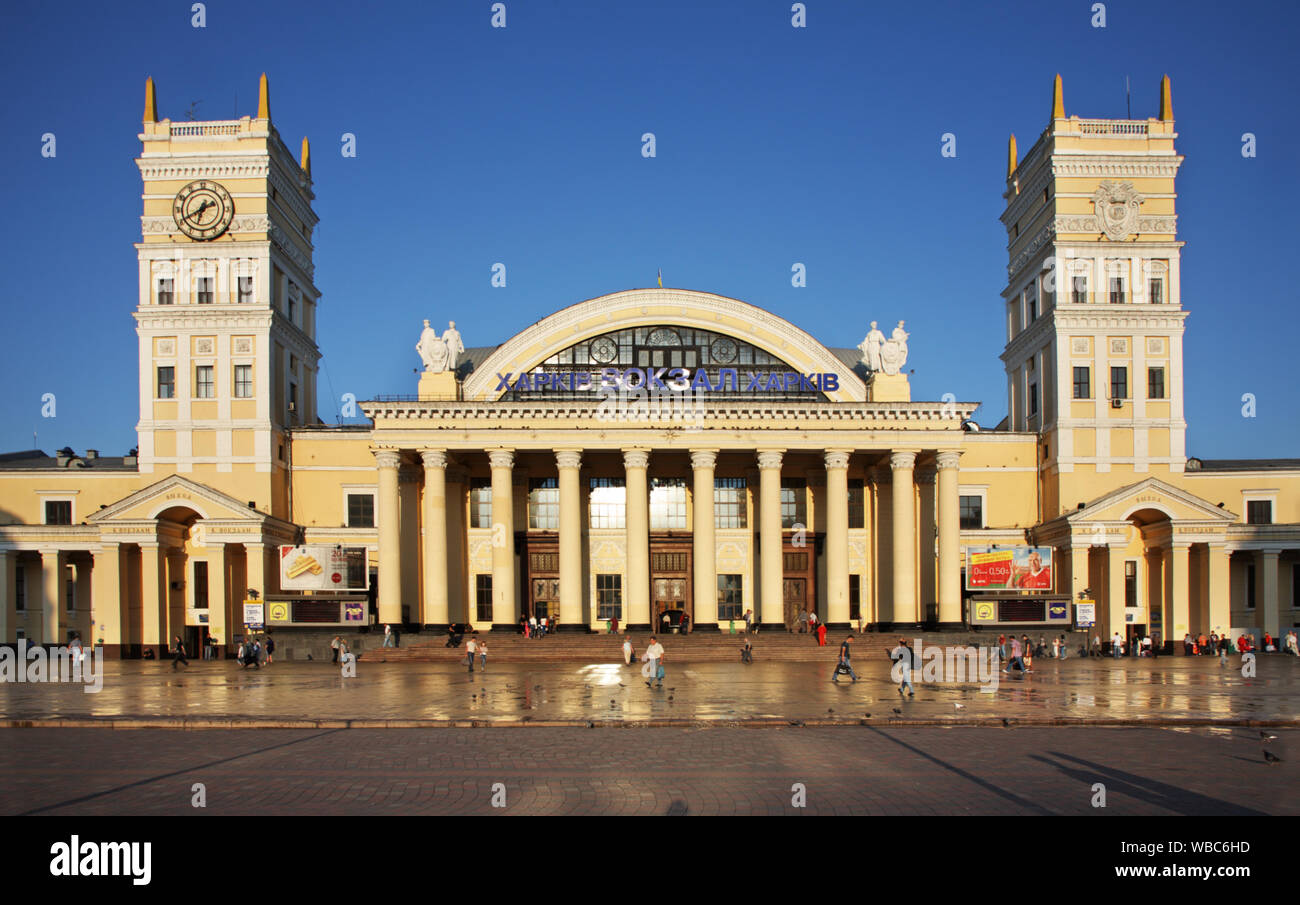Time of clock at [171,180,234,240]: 6:40
